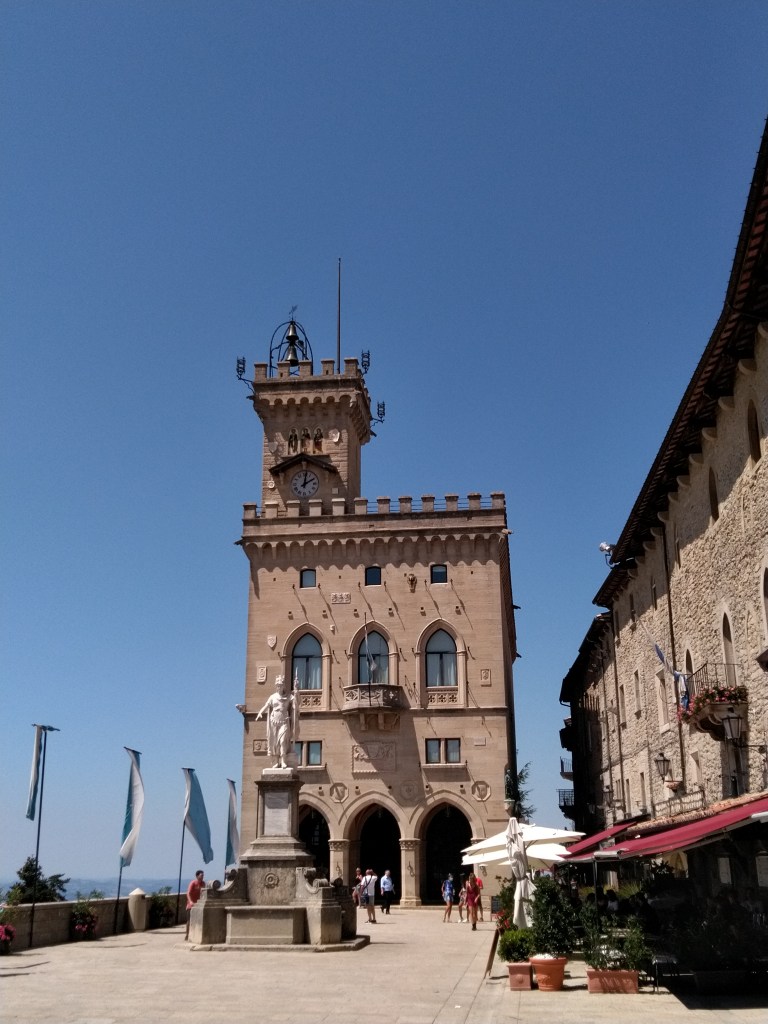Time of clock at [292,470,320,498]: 12:09
